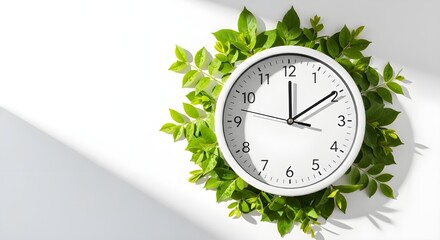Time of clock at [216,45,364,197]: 12:09
